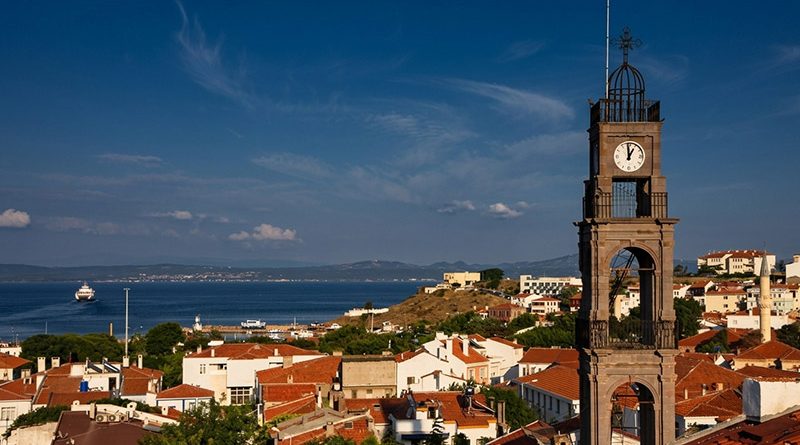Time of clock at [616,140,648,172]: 12:59
